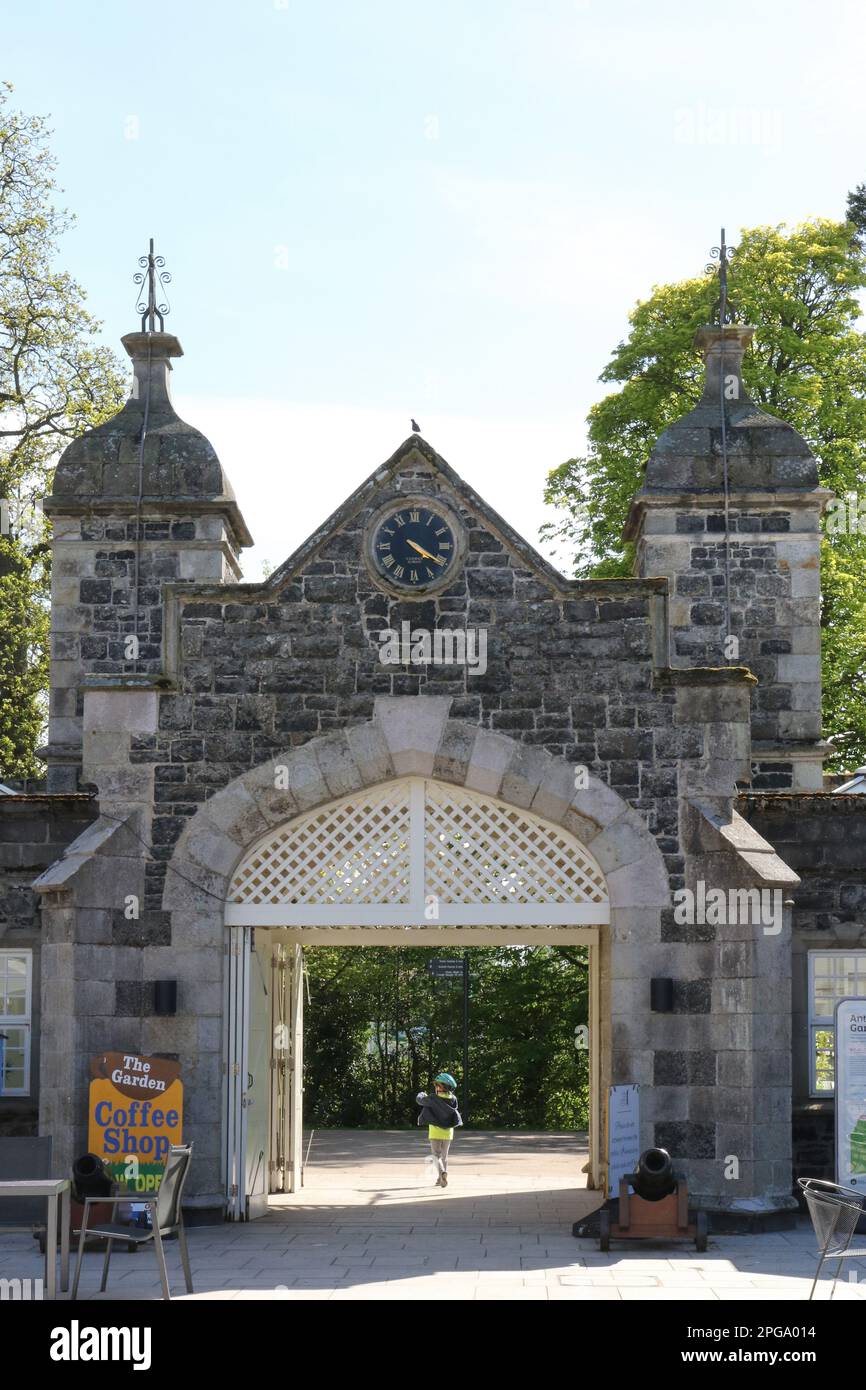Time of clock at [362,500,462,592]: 4:20
